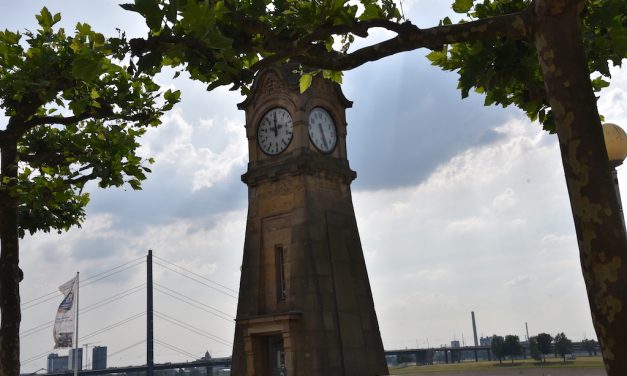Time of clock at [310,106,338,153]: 5:26
